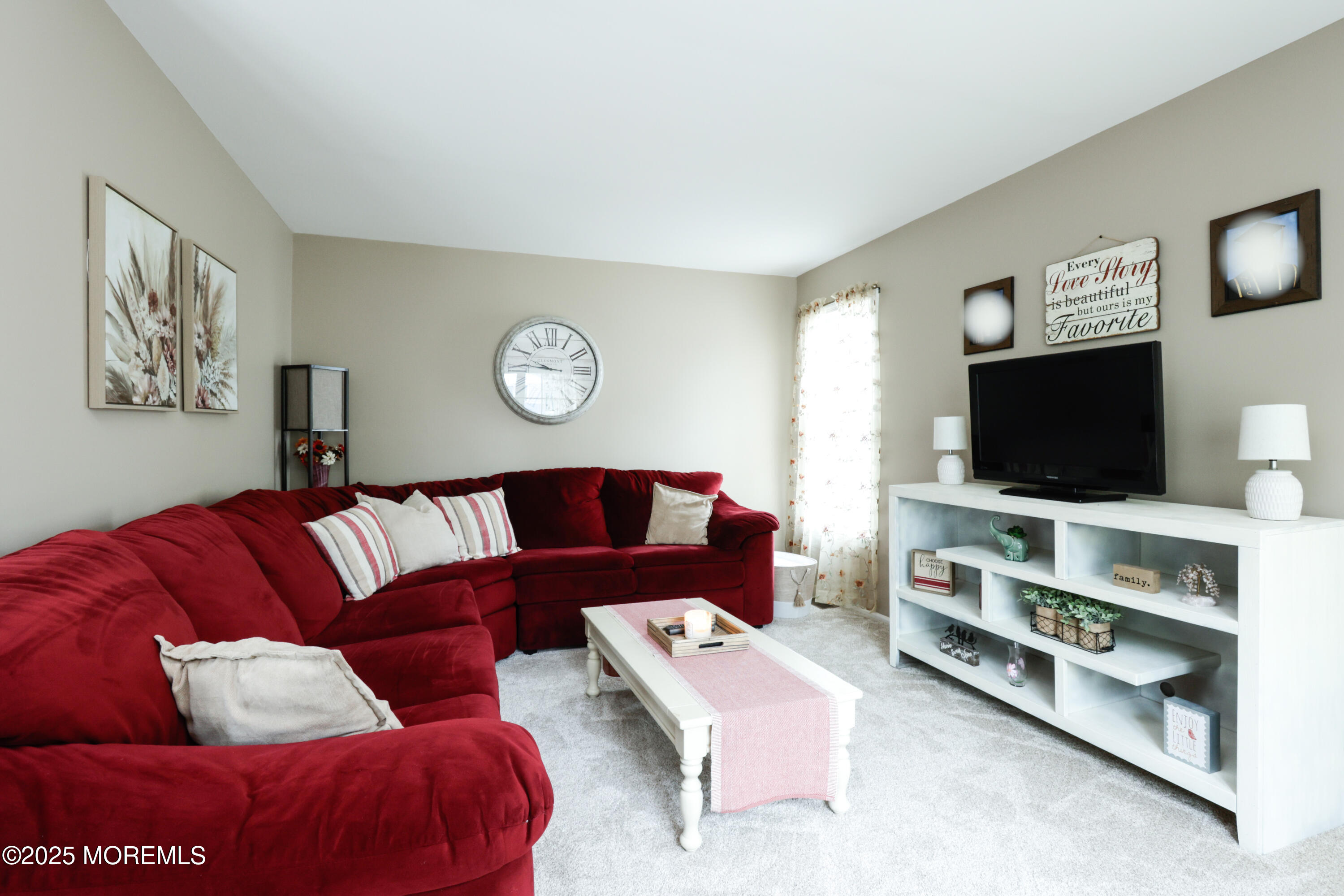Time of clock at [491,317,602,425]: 9:45
